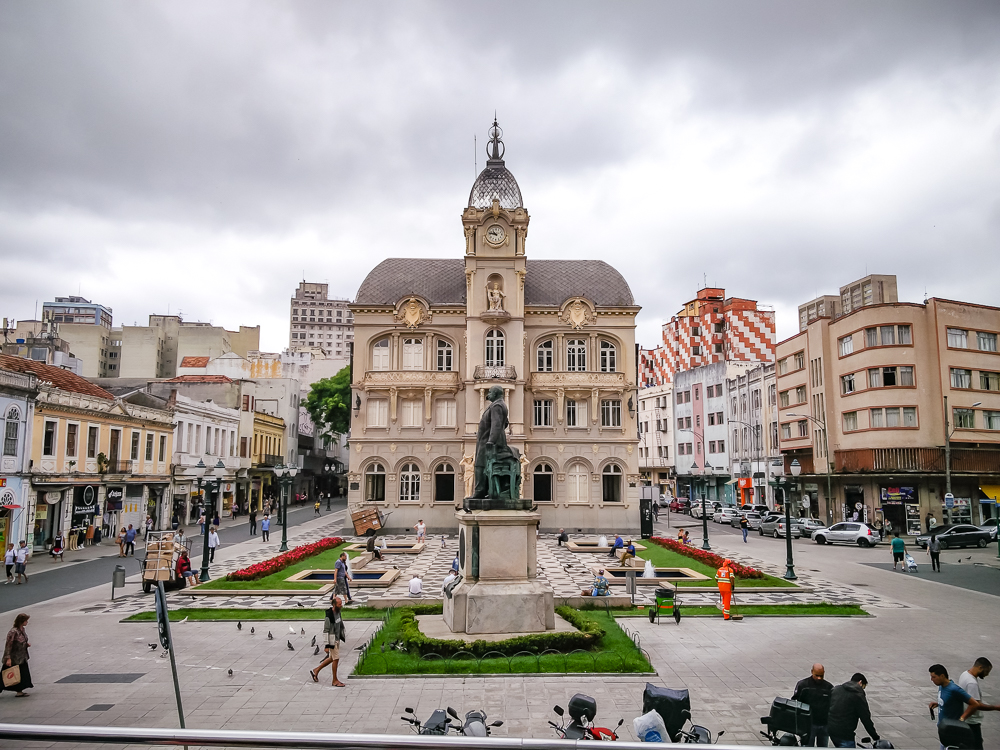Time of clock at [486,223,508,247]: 10:46
